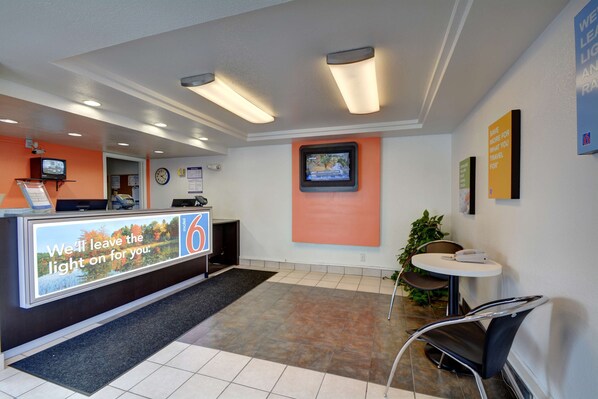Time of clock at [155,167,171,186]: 2:21
